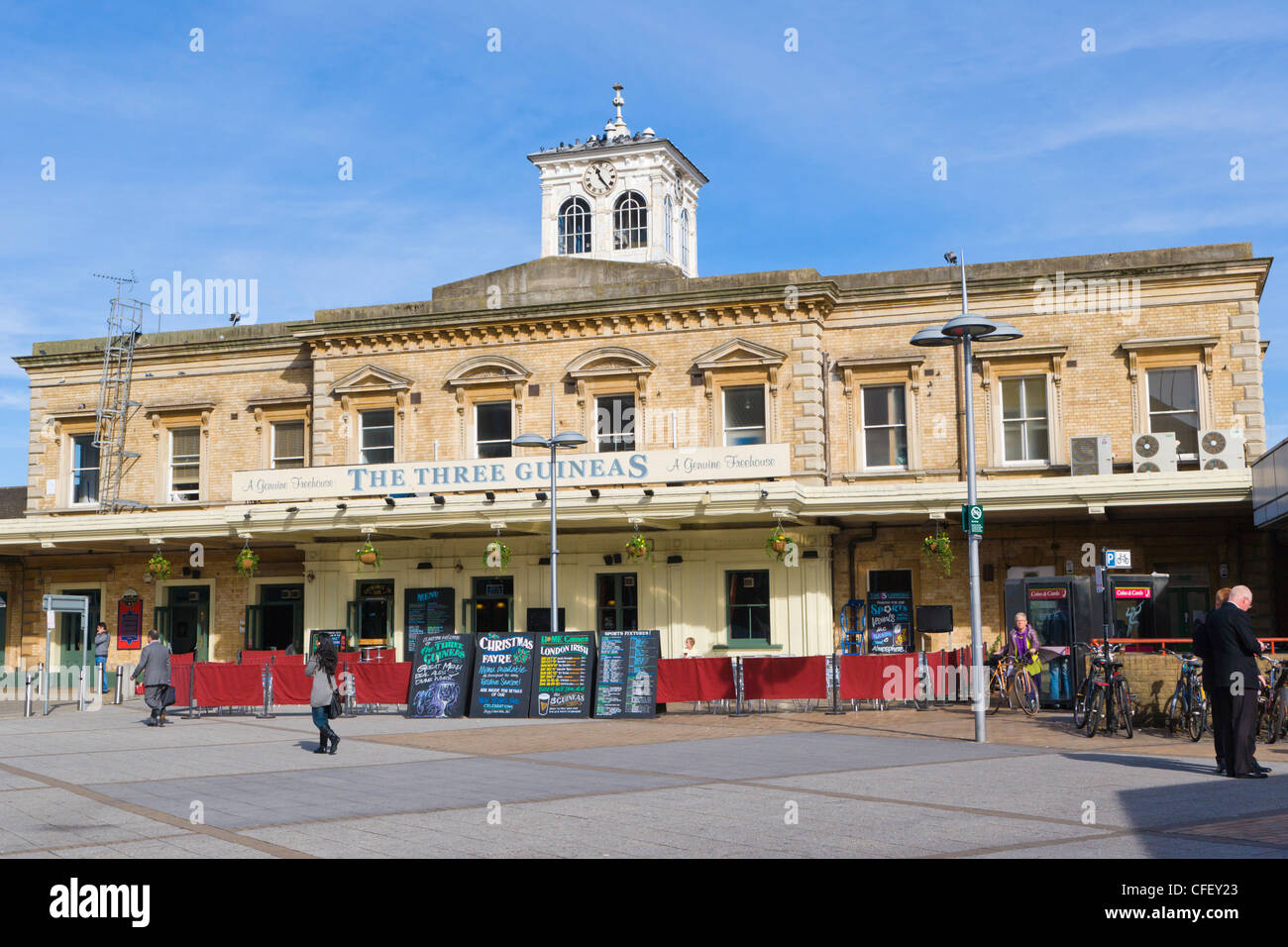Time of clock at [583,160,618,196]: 11:23
